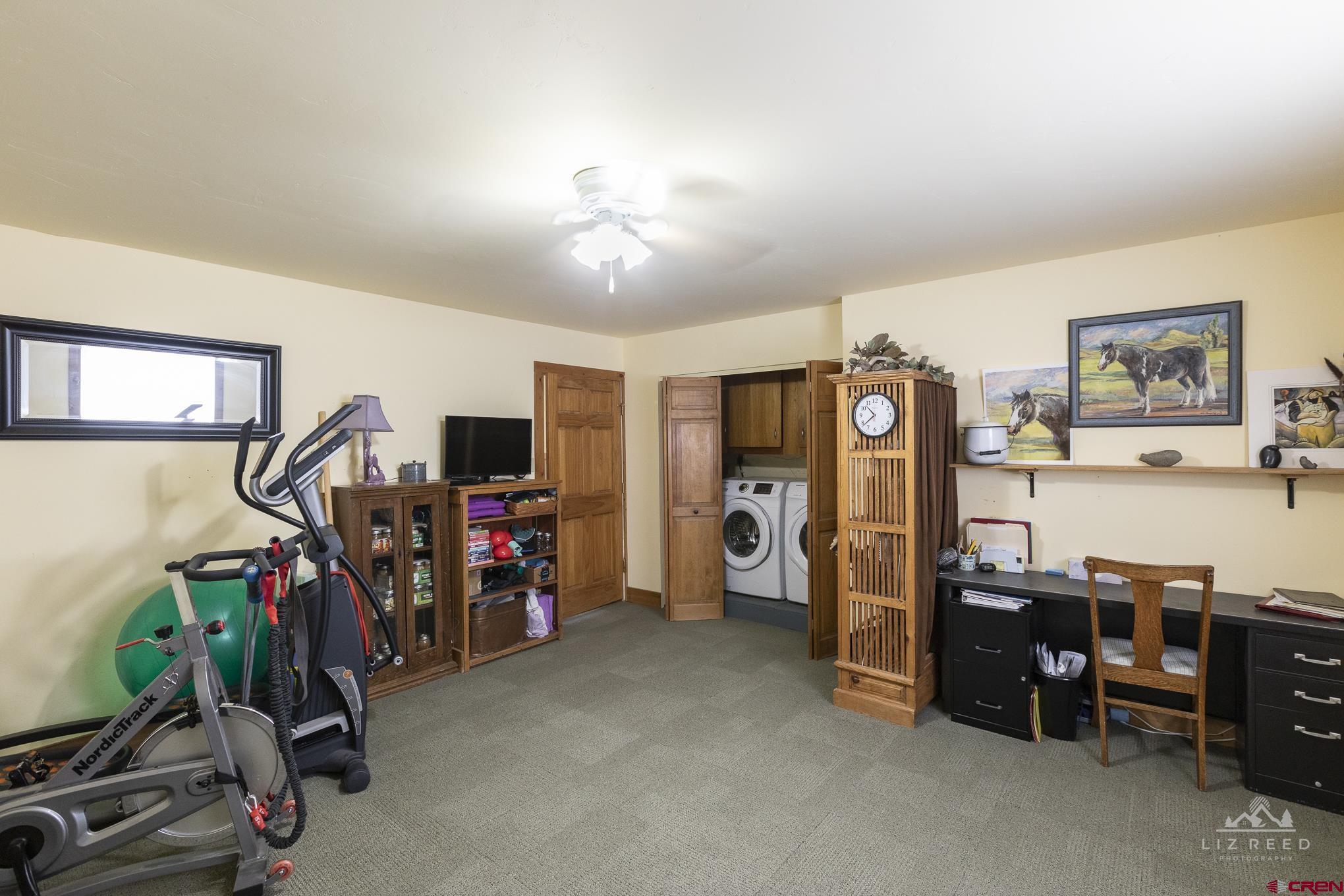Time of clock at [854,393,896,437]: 10:38
